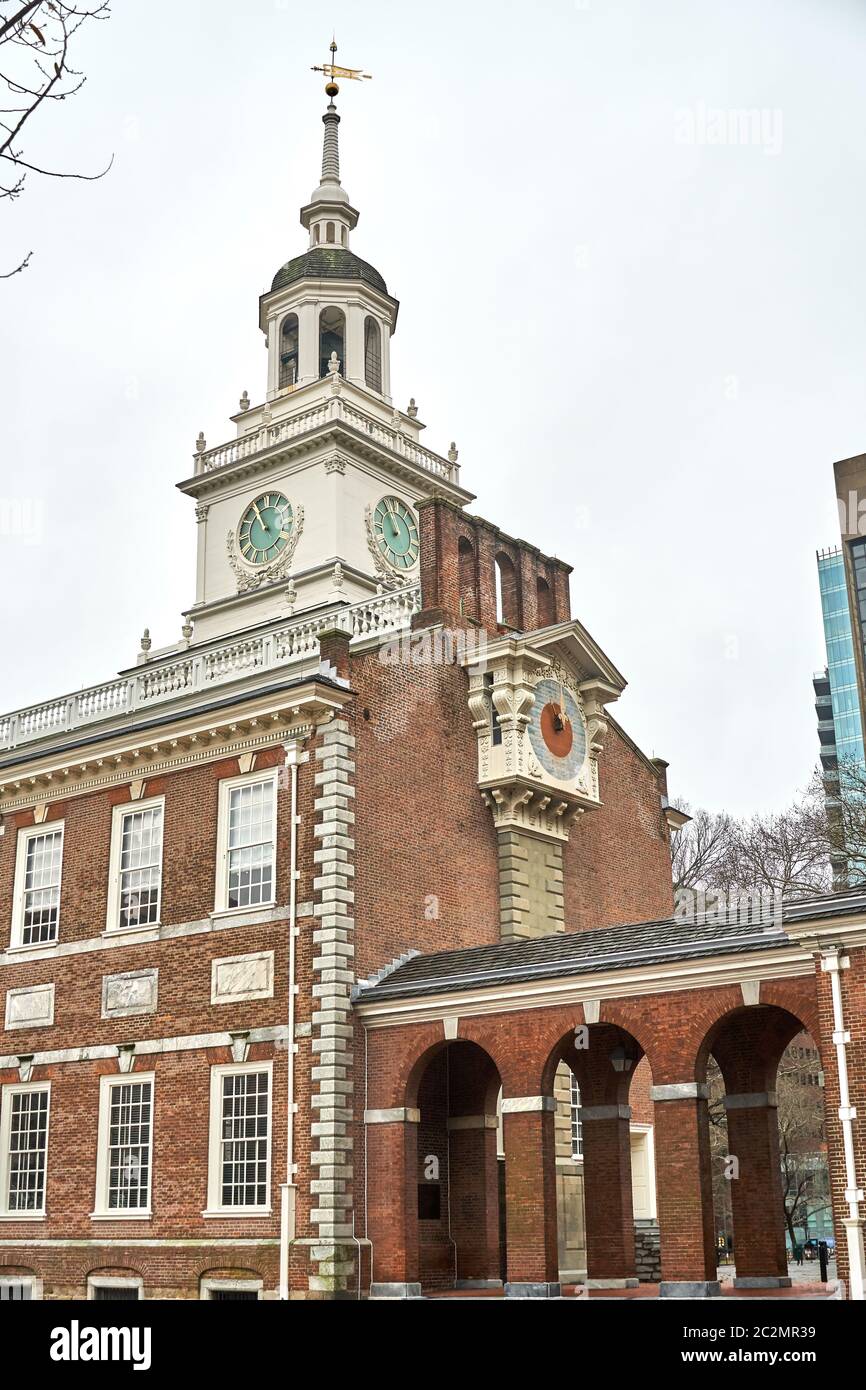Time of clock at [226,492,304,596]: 10:55
